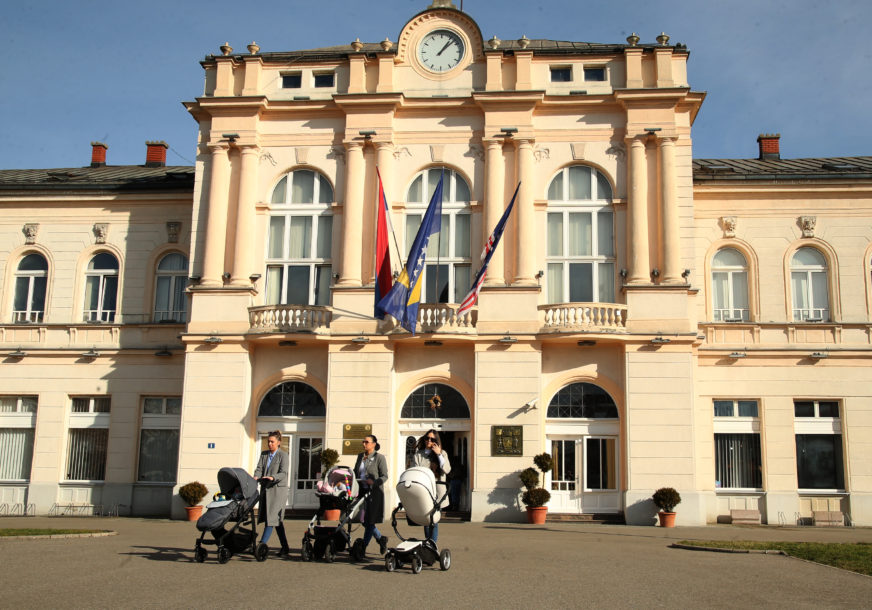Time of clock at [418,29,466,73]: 1:07
